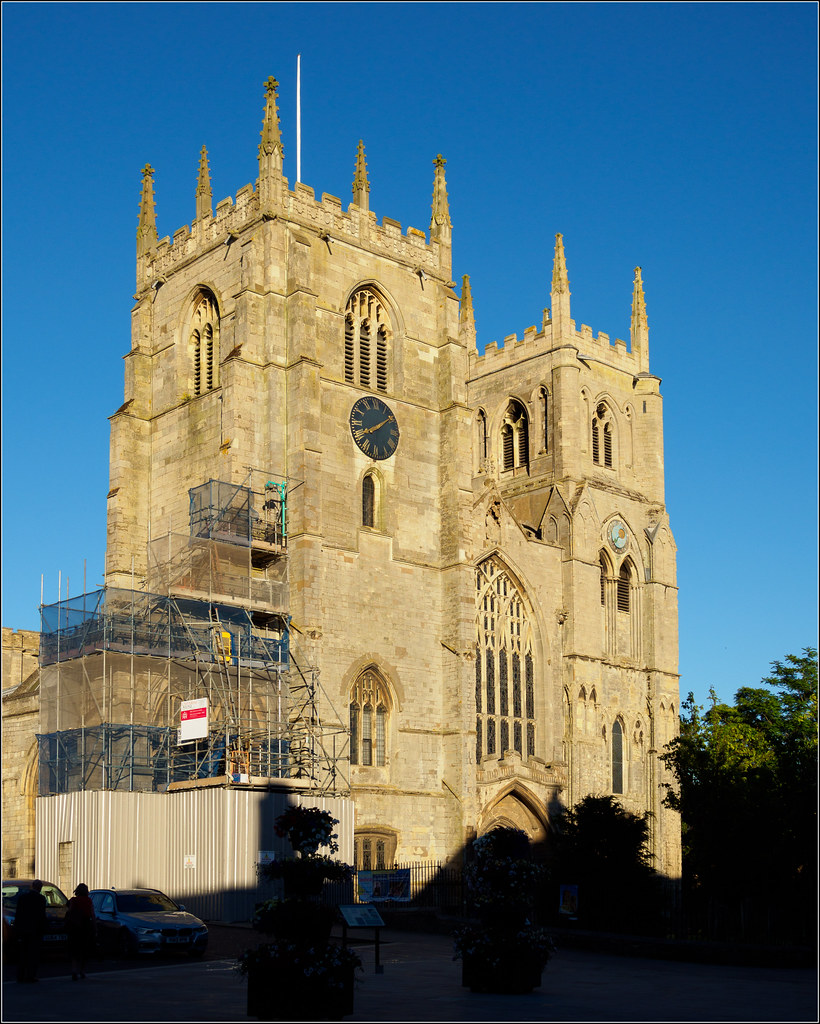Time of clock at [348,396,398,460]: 8:09
